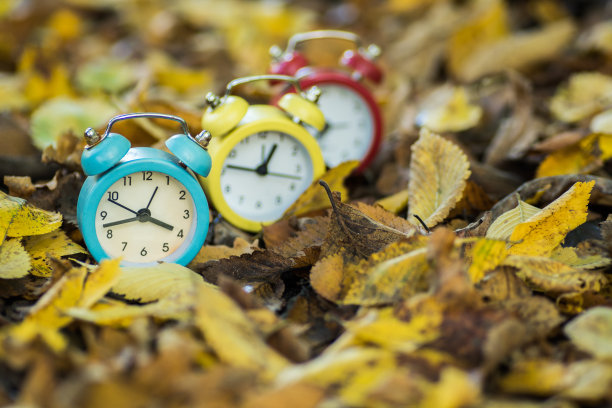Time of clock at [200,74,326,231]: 12:46
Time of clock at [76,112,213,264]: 3:42
